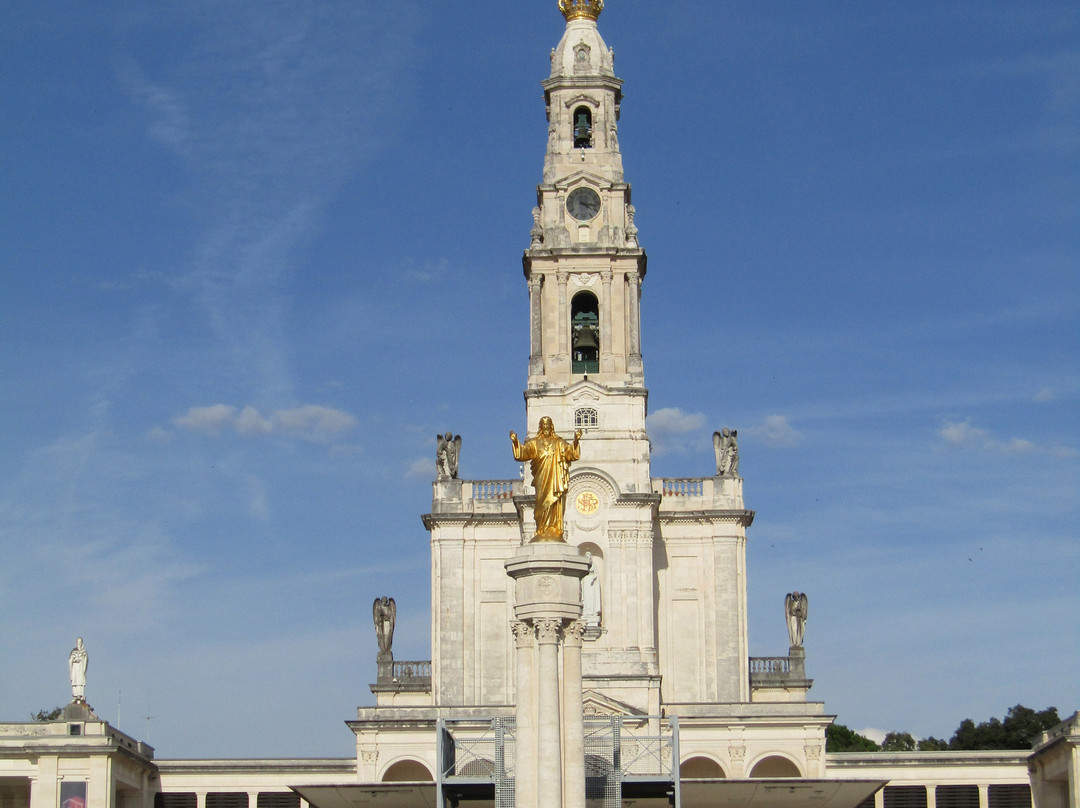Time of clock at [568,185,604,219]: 4:16
